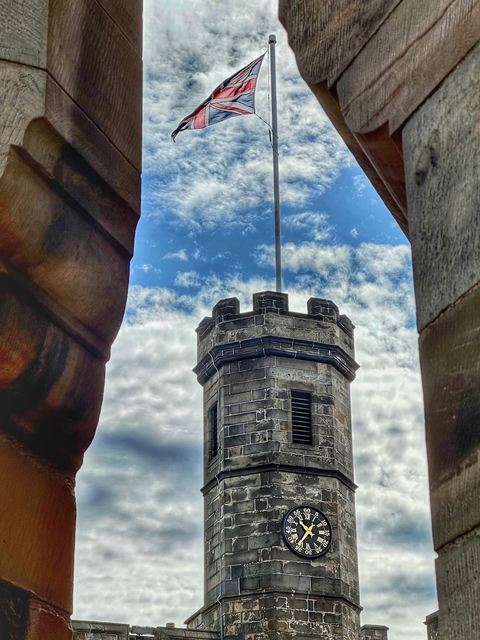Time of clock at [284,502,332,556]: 10:36
